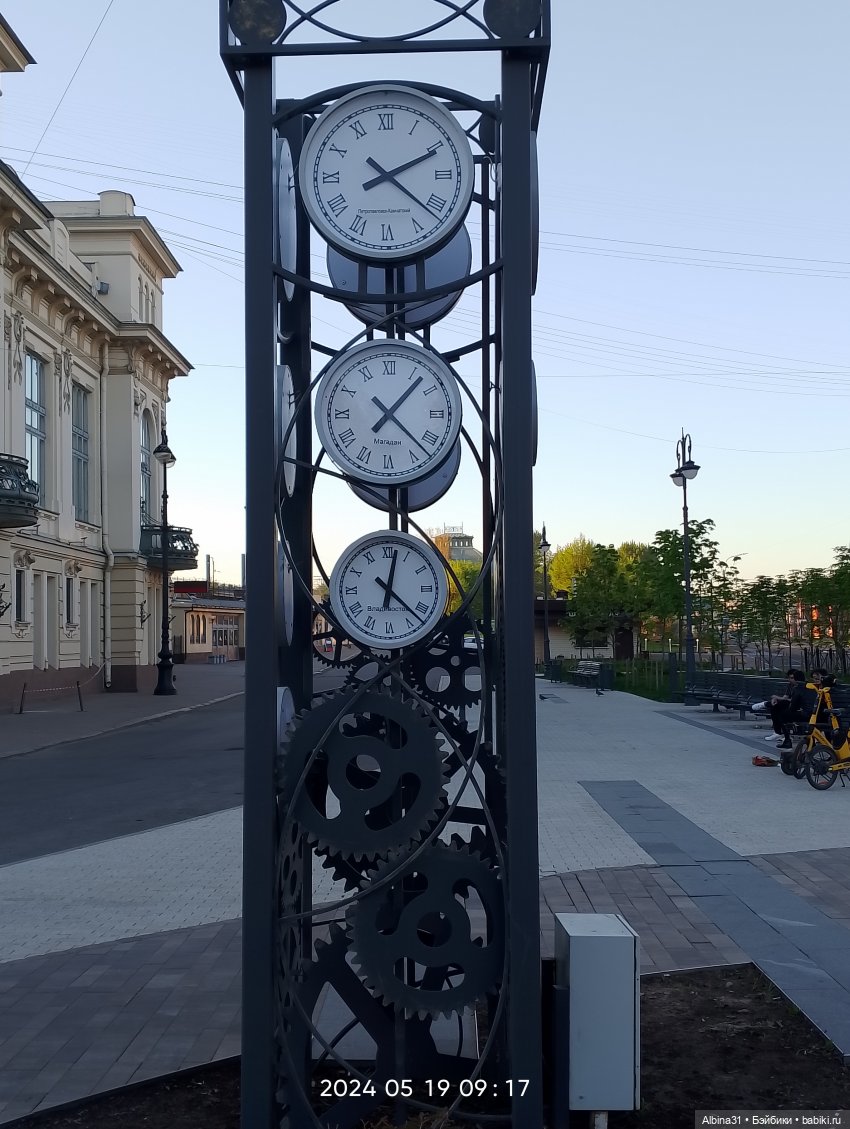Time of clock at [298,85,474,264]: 2:21
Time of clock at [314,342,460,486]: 1:22
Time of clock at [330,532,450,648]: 12:22
